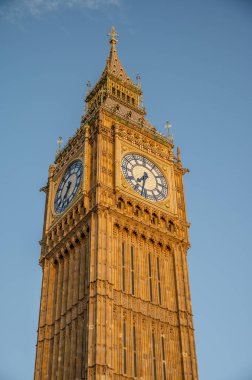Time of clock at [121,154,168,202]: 7:32
